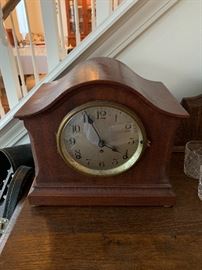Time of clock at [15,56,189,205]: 3:56
